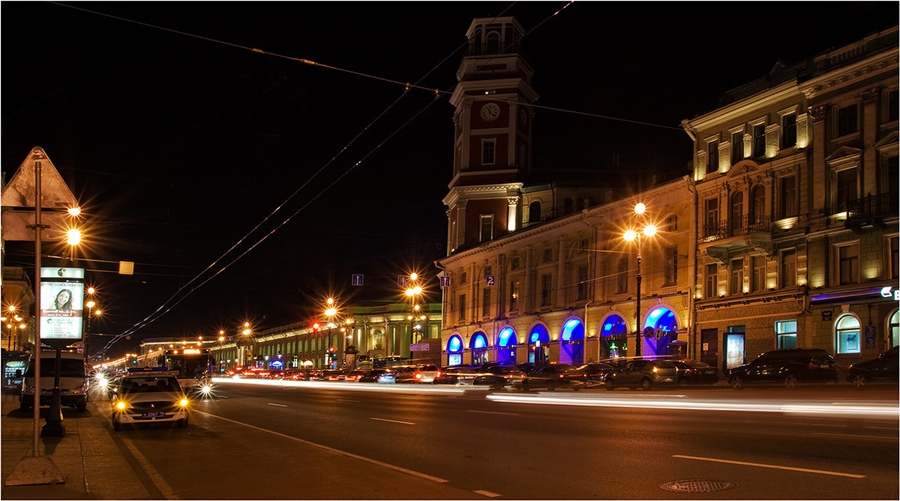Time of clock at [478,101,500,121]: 11:21
